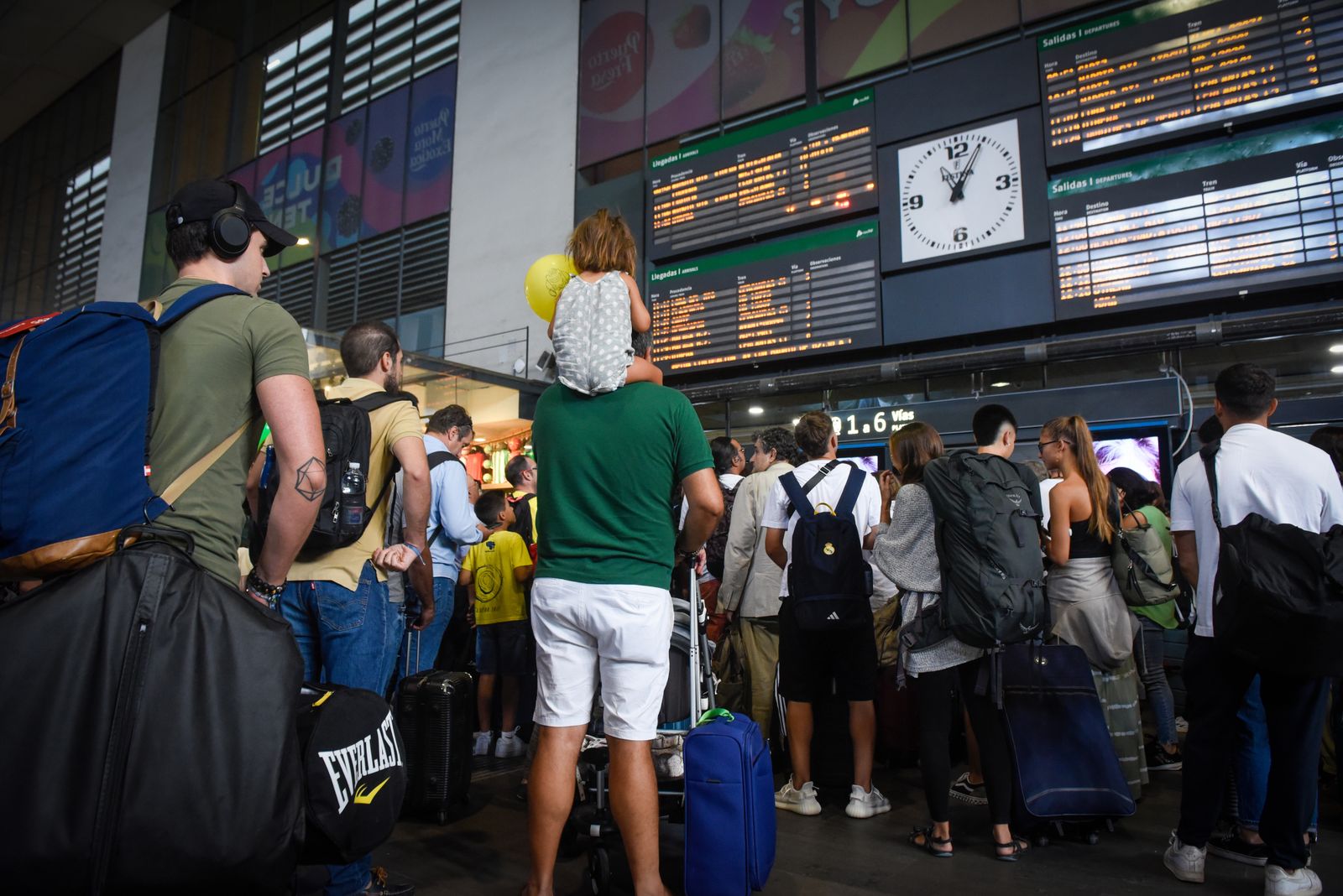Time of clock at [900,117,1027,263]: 11:04
